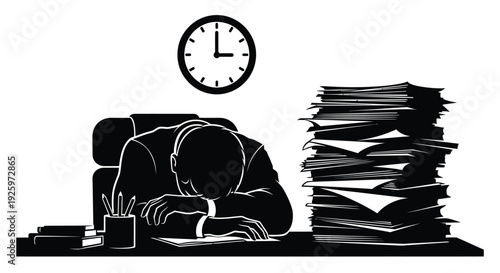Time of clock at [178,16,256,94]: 2:59
